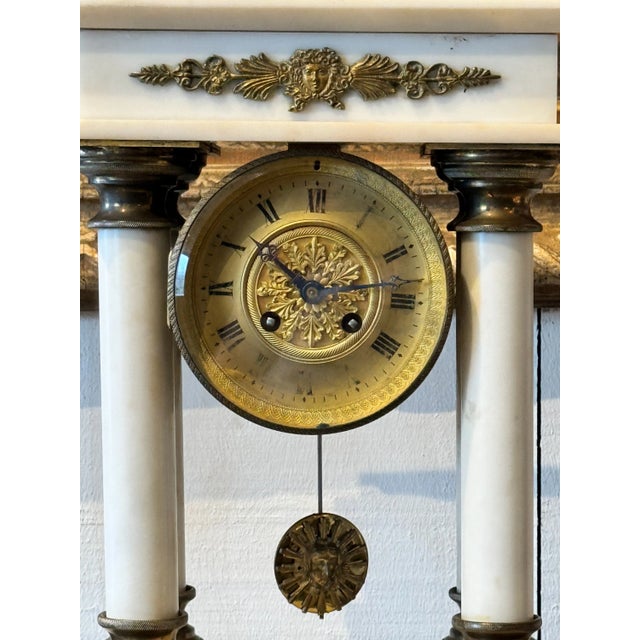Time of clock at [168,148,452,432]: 10:13
